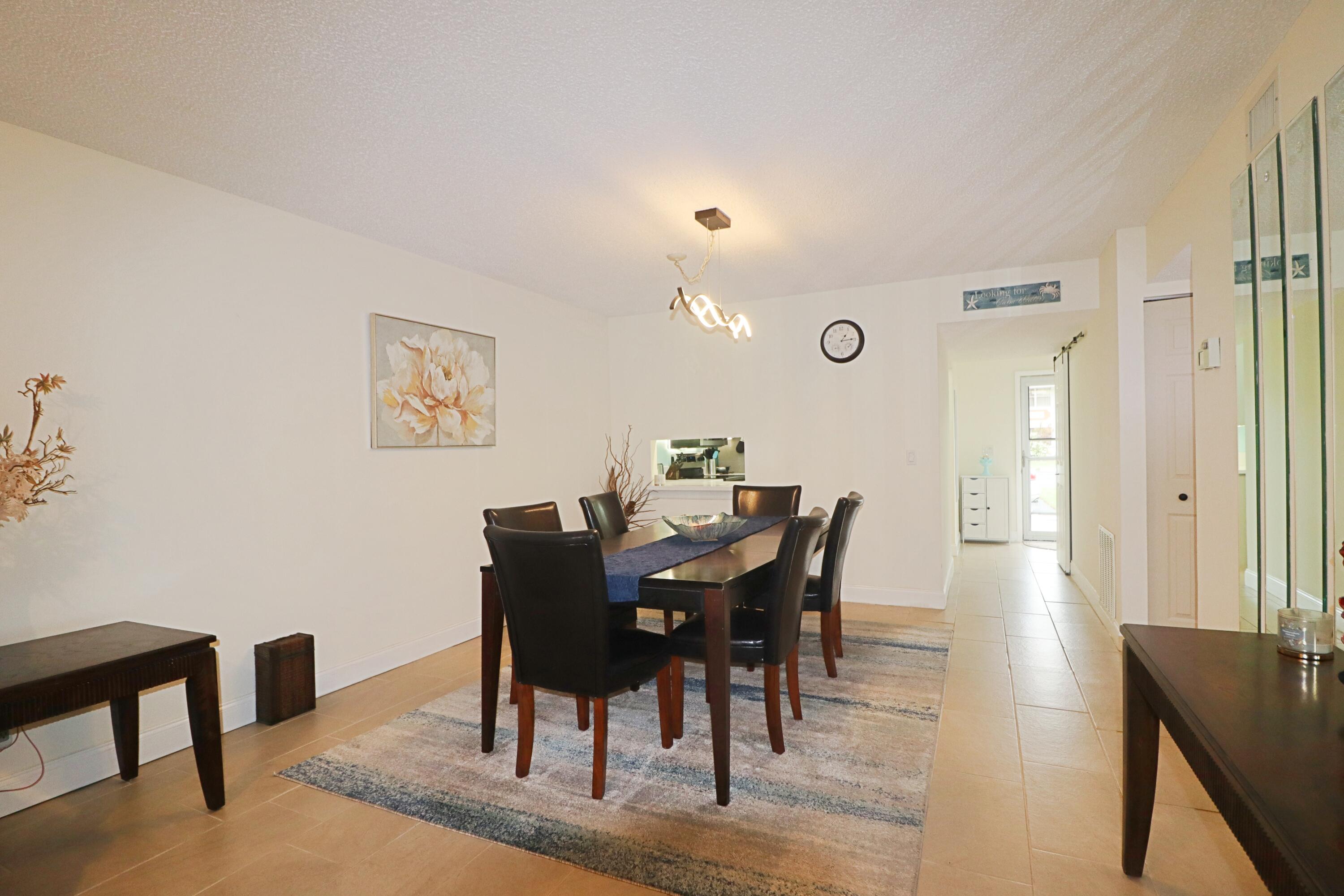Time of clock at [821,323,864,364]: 1:14
